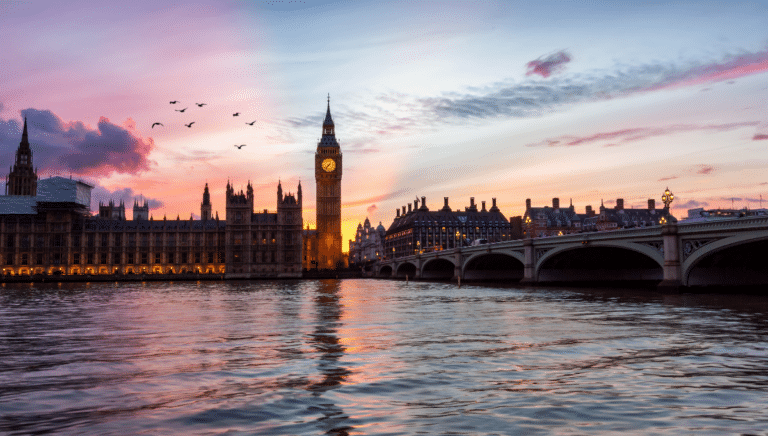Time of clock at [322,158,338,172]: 7:37
